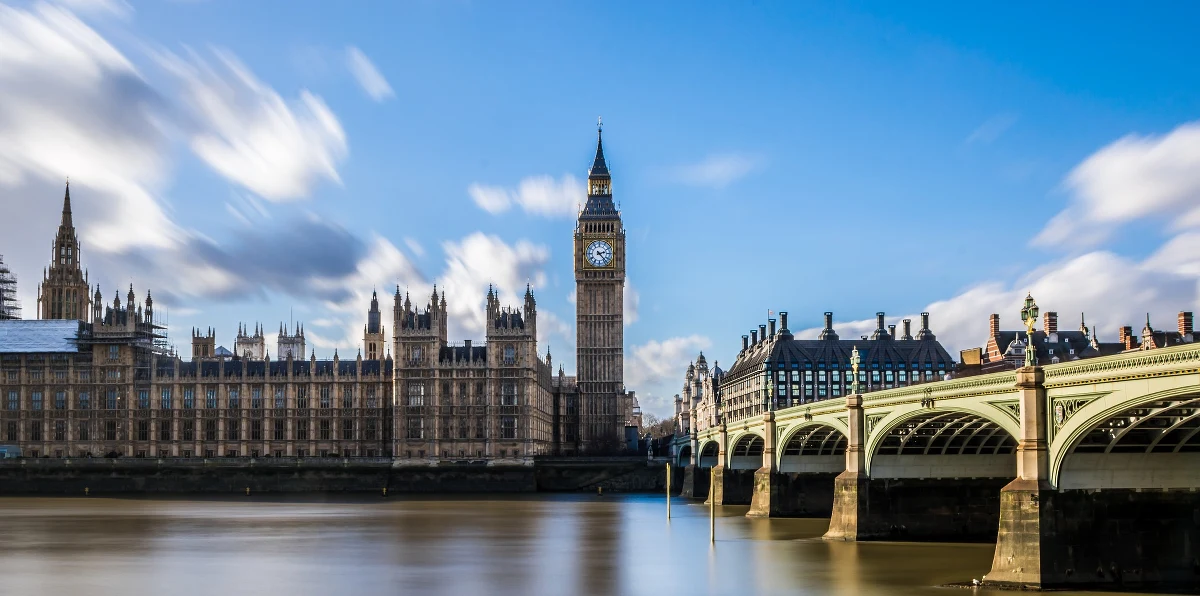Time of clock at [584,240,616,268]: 2:23
